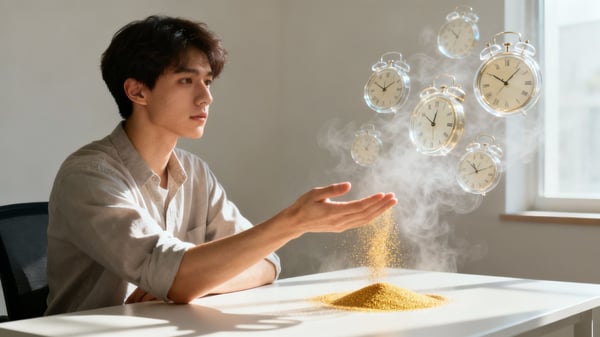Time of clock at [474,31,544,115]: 10:07
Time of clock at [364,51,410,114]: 1:50
